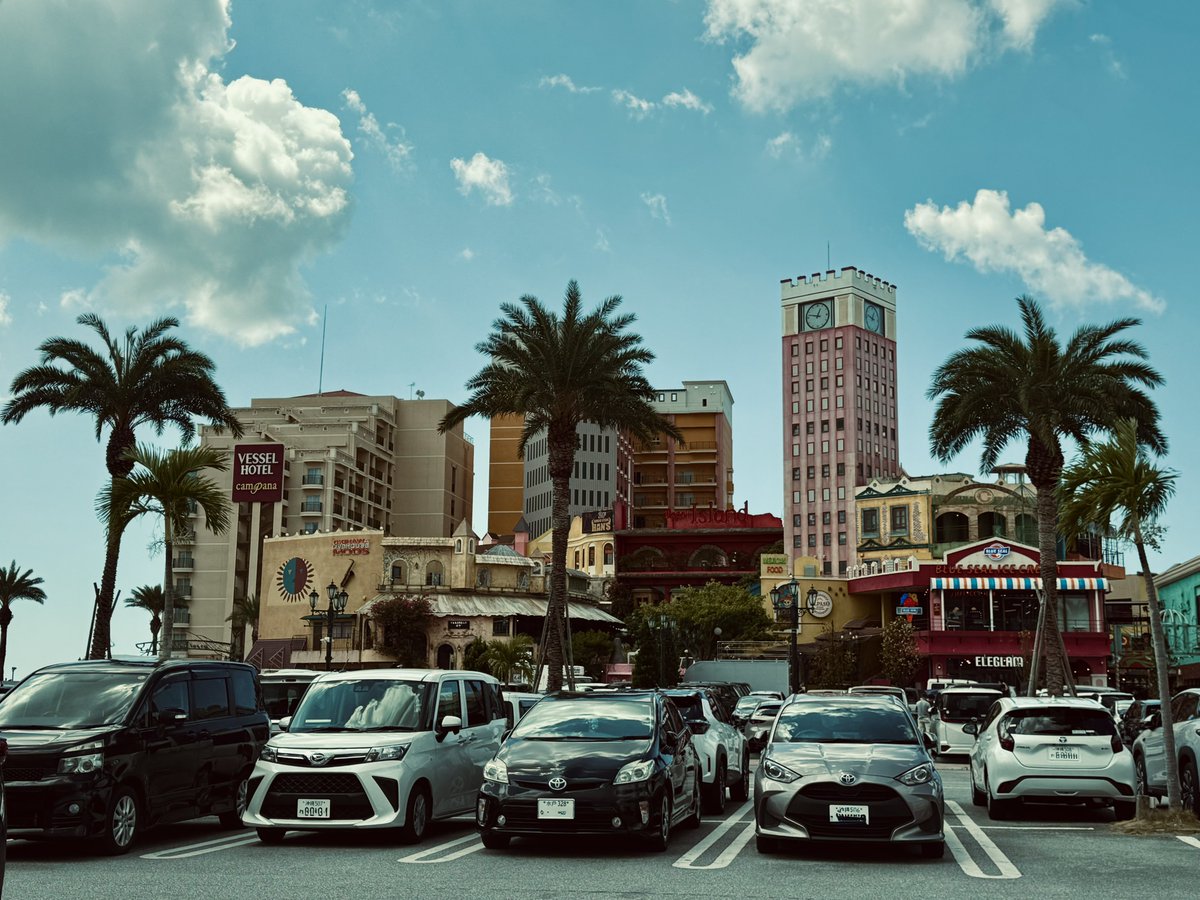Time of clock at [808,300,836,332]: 12:47
